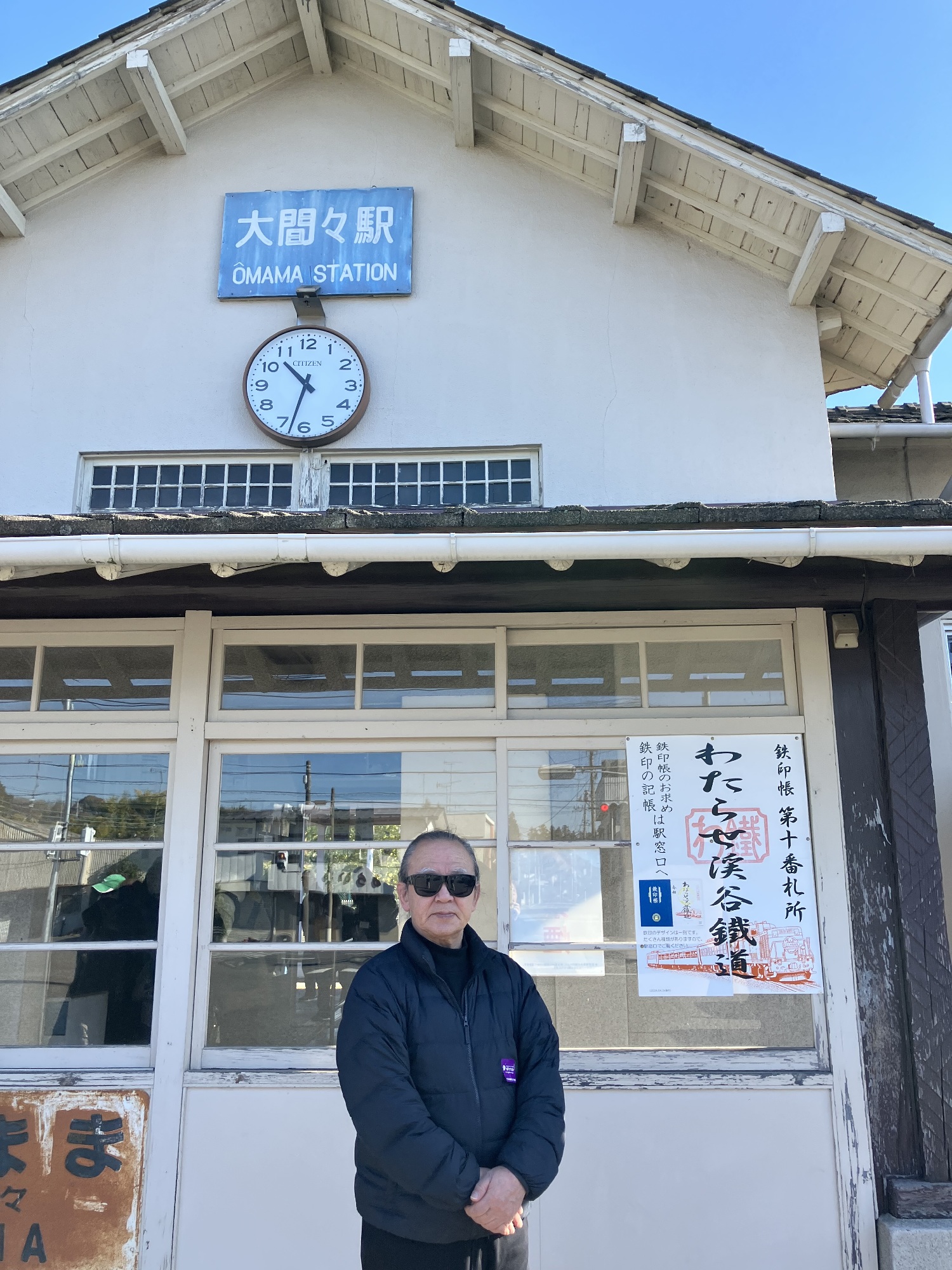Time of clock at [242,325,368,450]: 10:32
